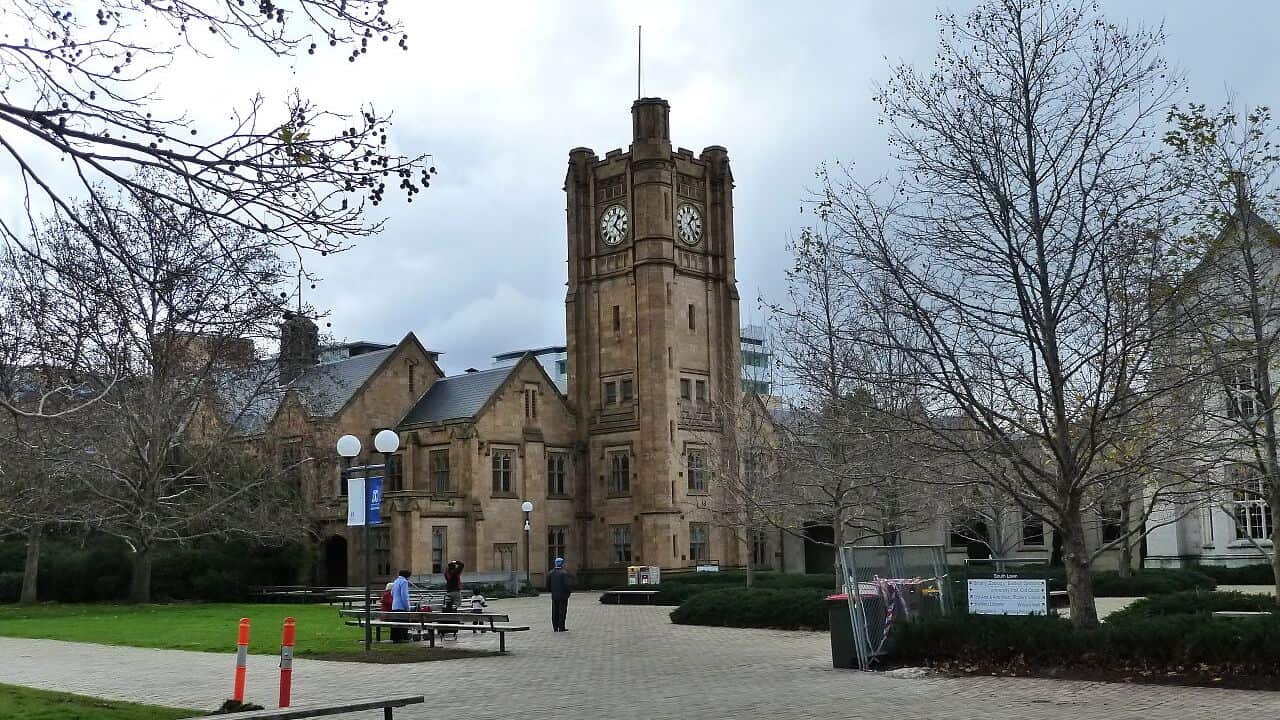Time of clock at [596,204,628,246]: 1:22
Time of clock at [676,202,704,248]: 1:23
